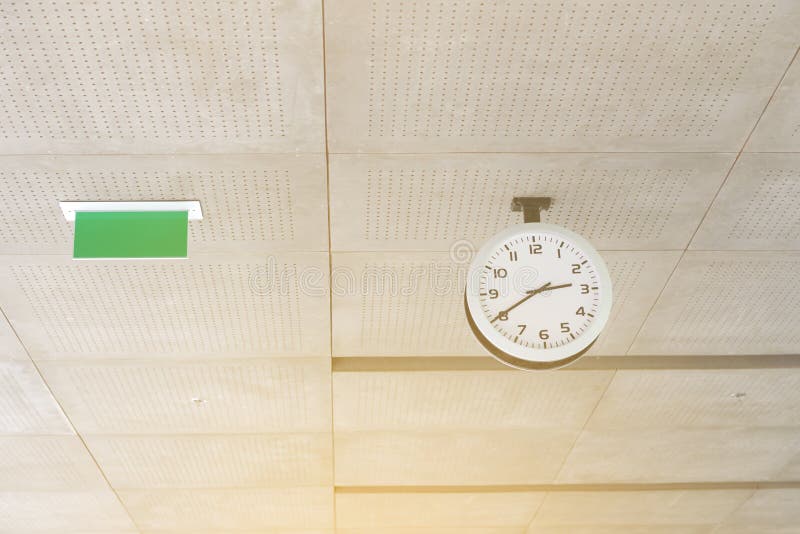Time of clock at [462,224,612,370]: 2:40
